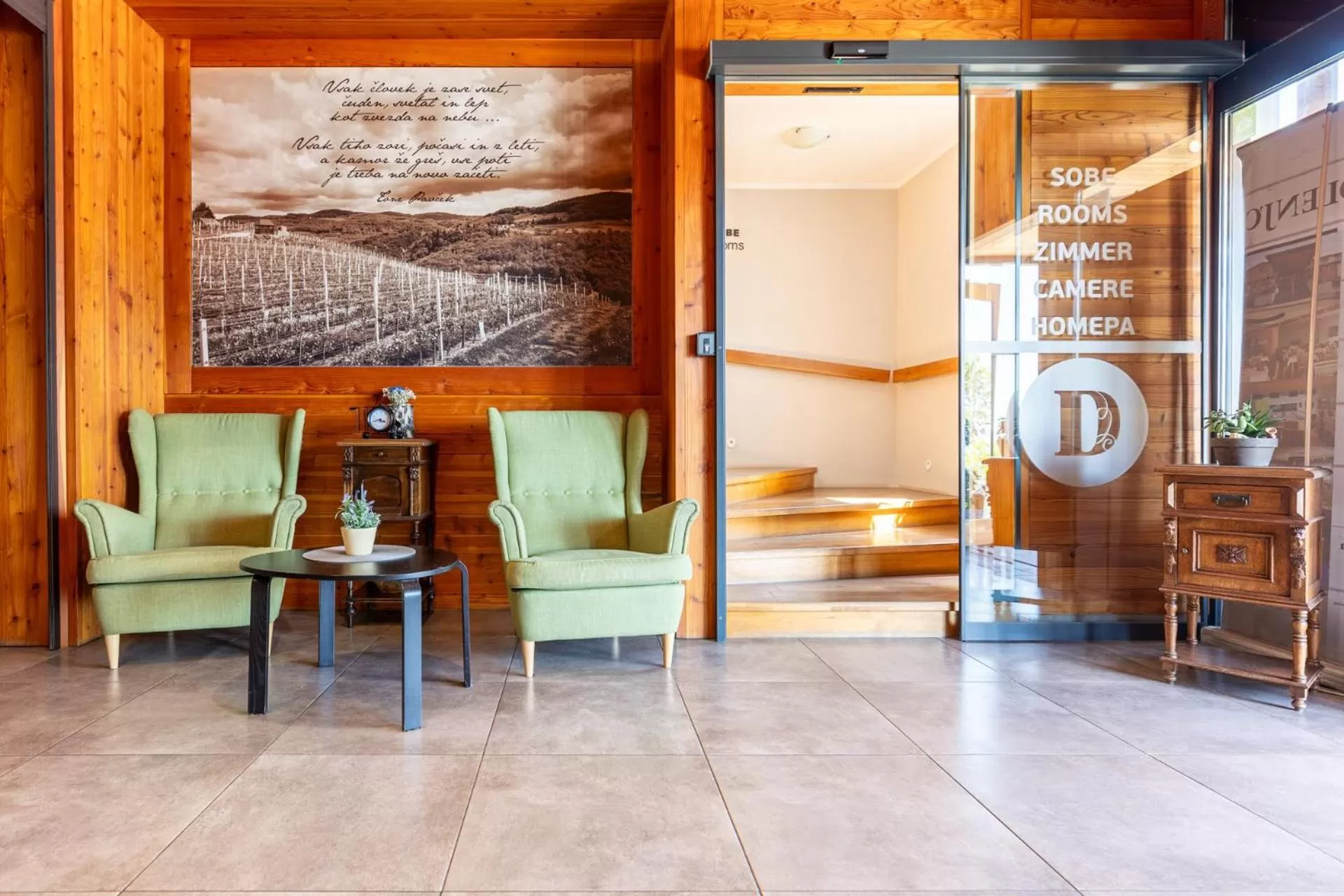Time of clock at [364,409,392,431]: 3:42
